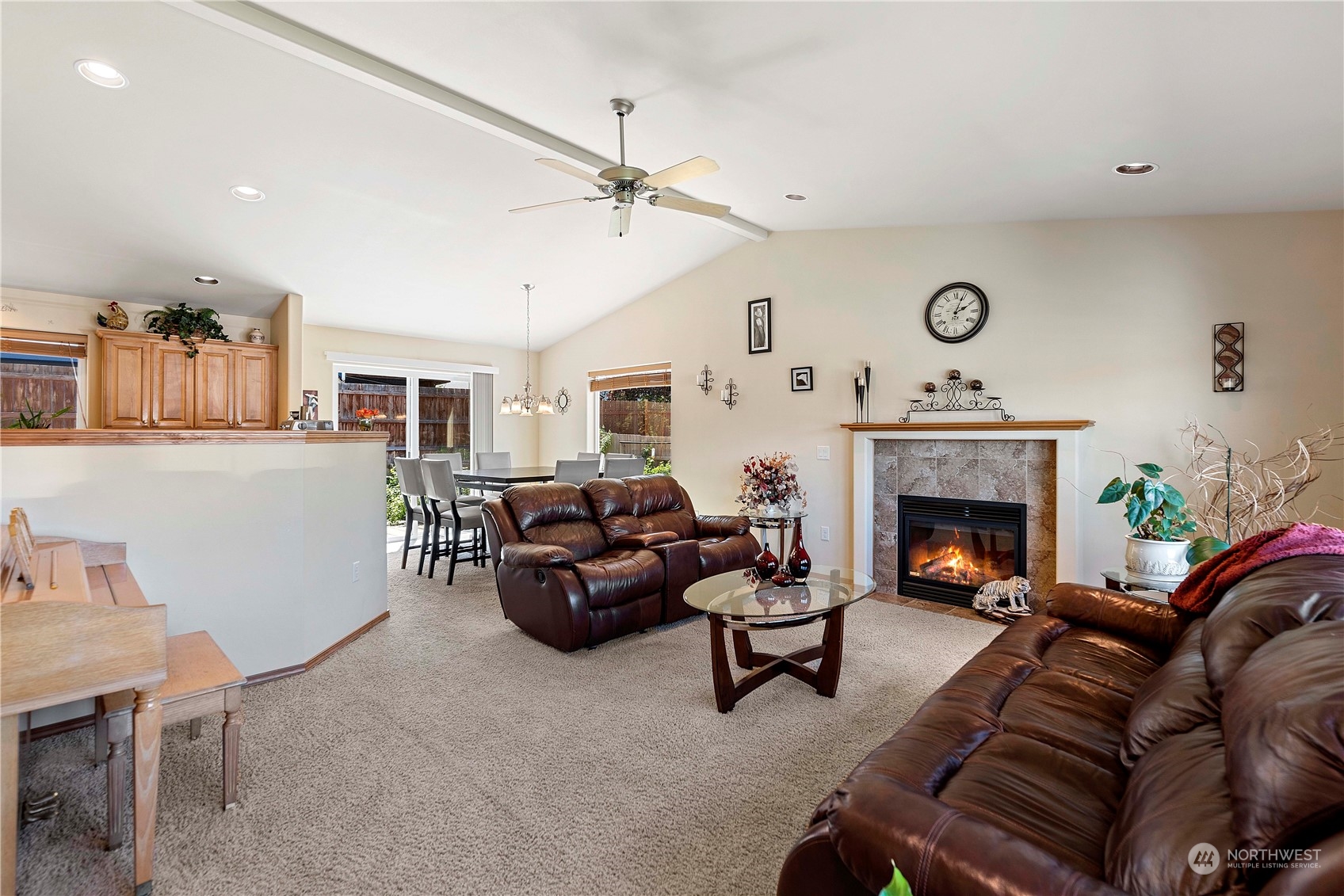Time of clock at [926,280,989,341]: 2:03
